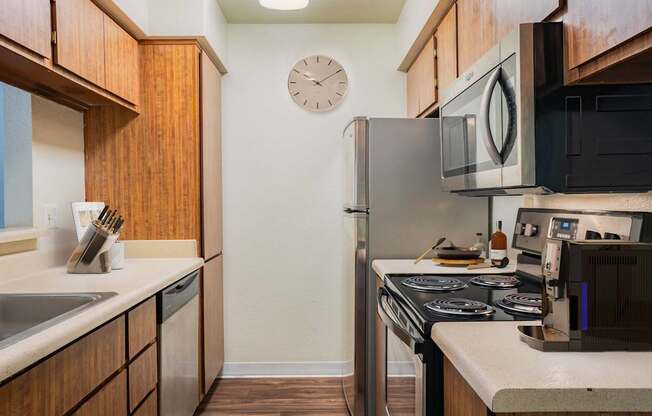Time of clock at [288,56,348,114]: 10:10
